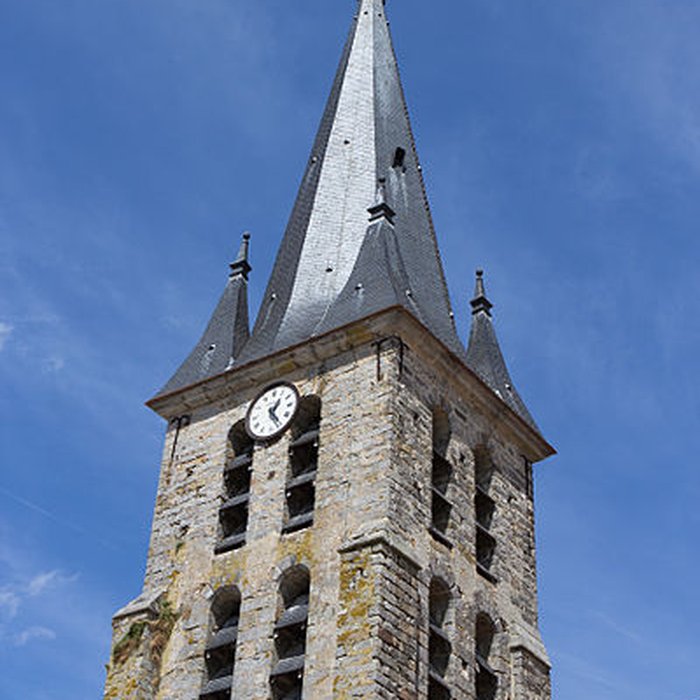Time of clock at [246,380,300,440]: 1:24
